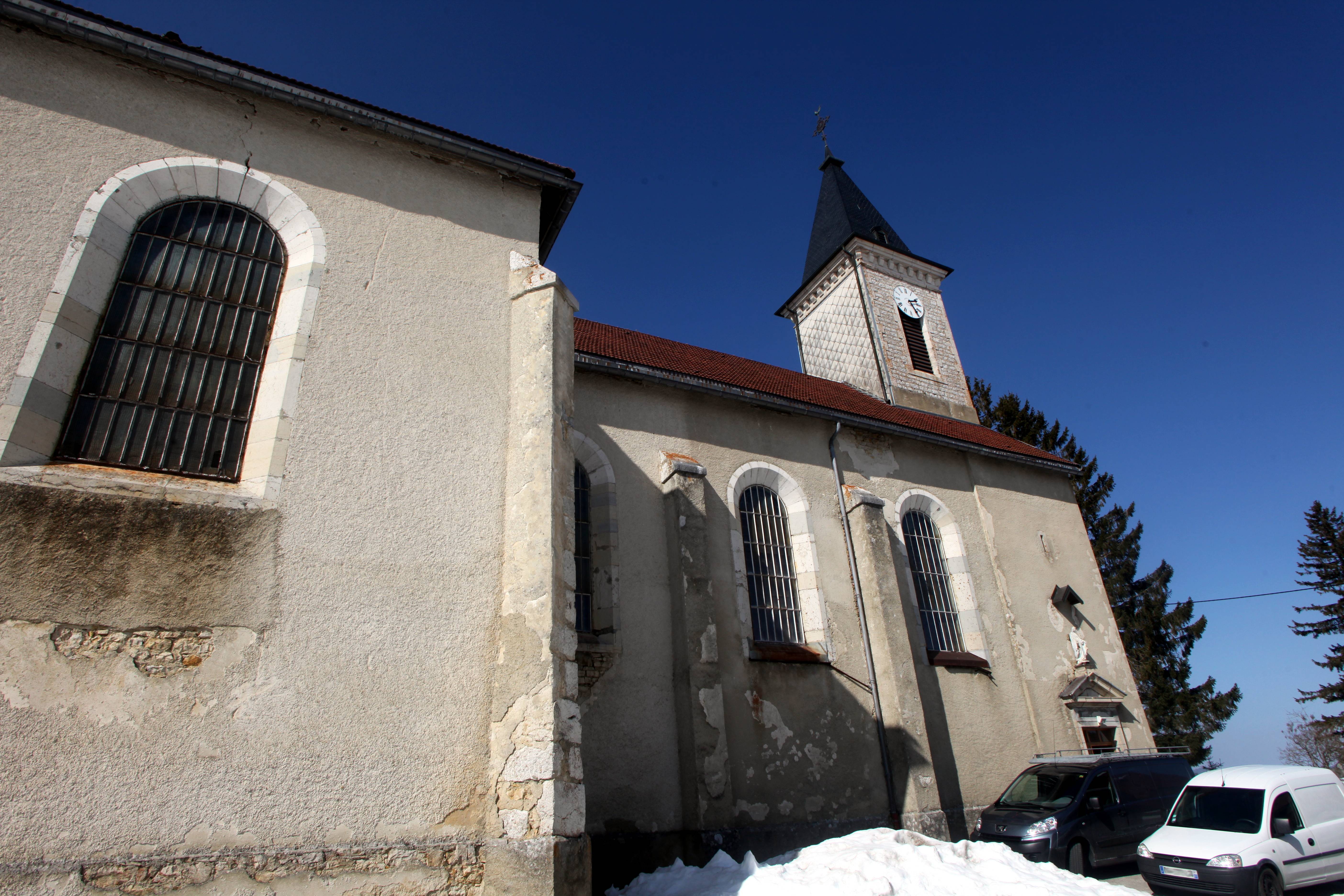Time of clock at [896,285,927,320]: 2:24
